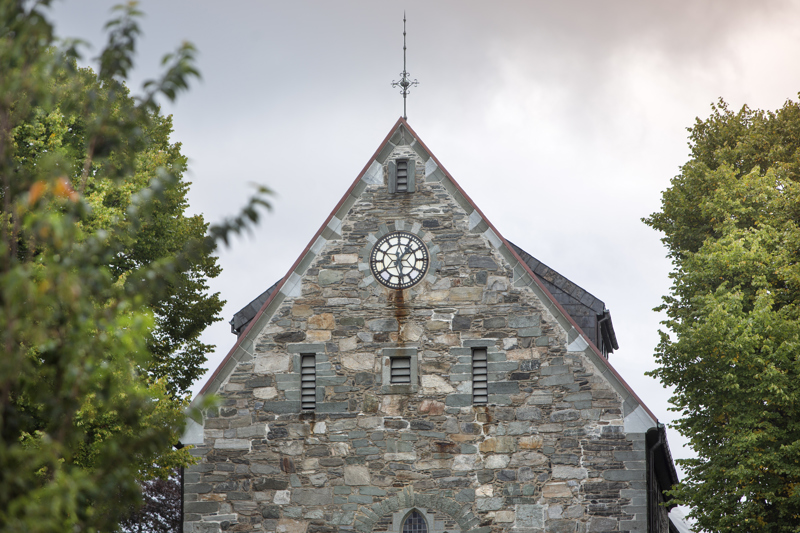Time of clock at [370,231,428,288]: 1:28
